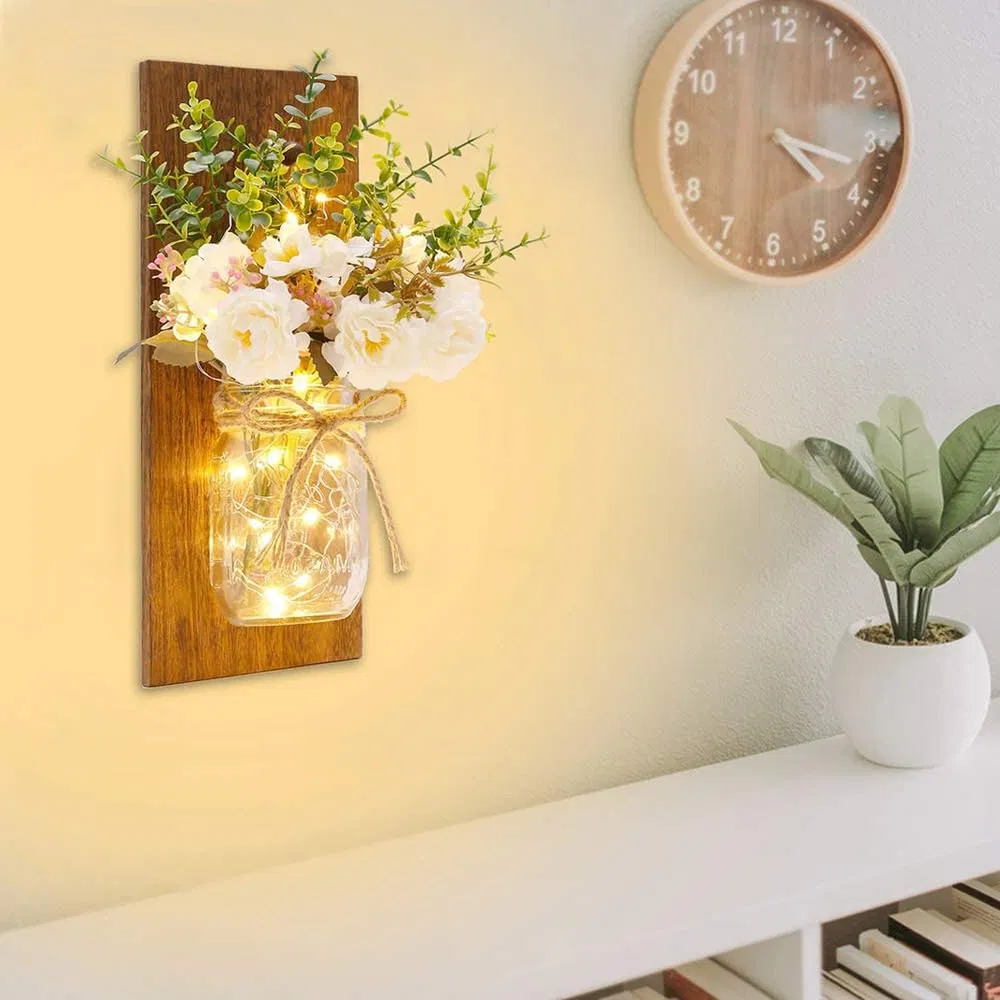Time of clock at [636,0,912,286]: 4:17
